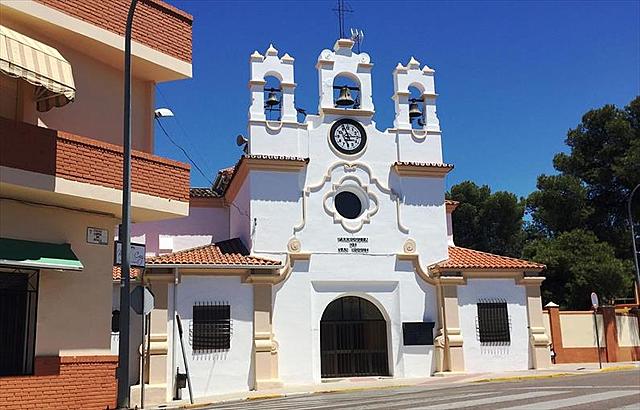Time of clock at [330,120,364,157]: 2:56
